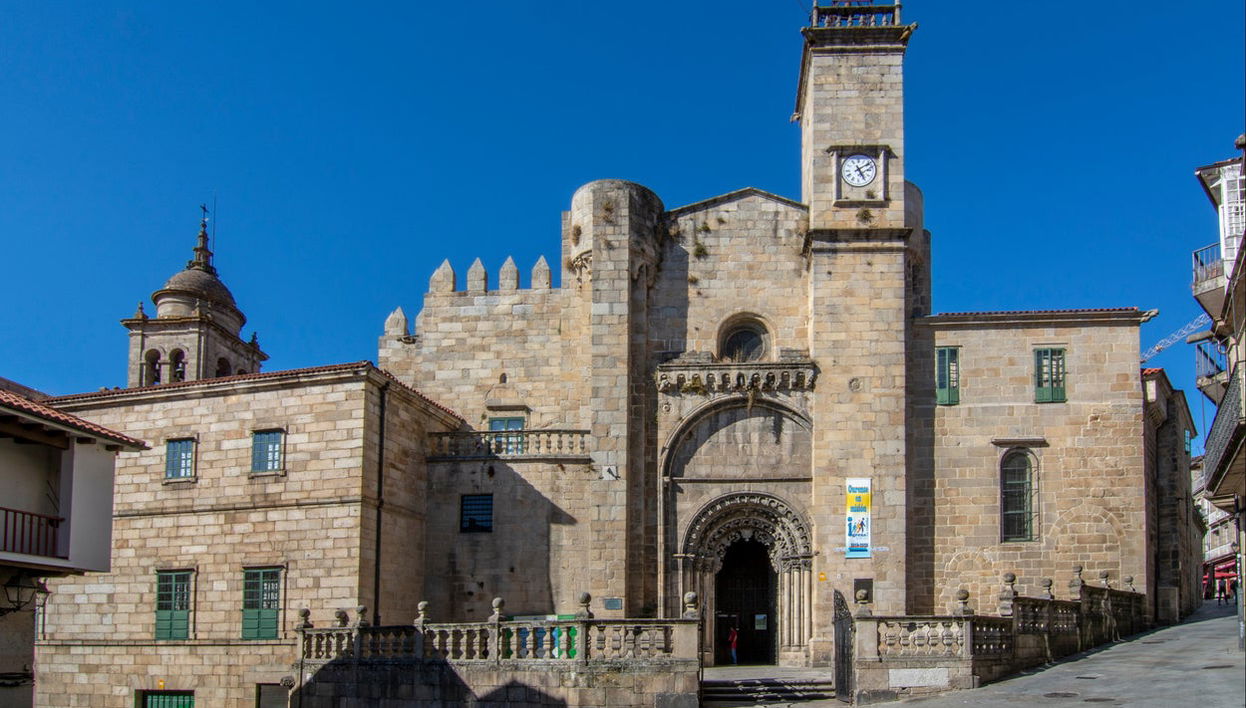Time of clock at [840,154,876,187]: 5:09
